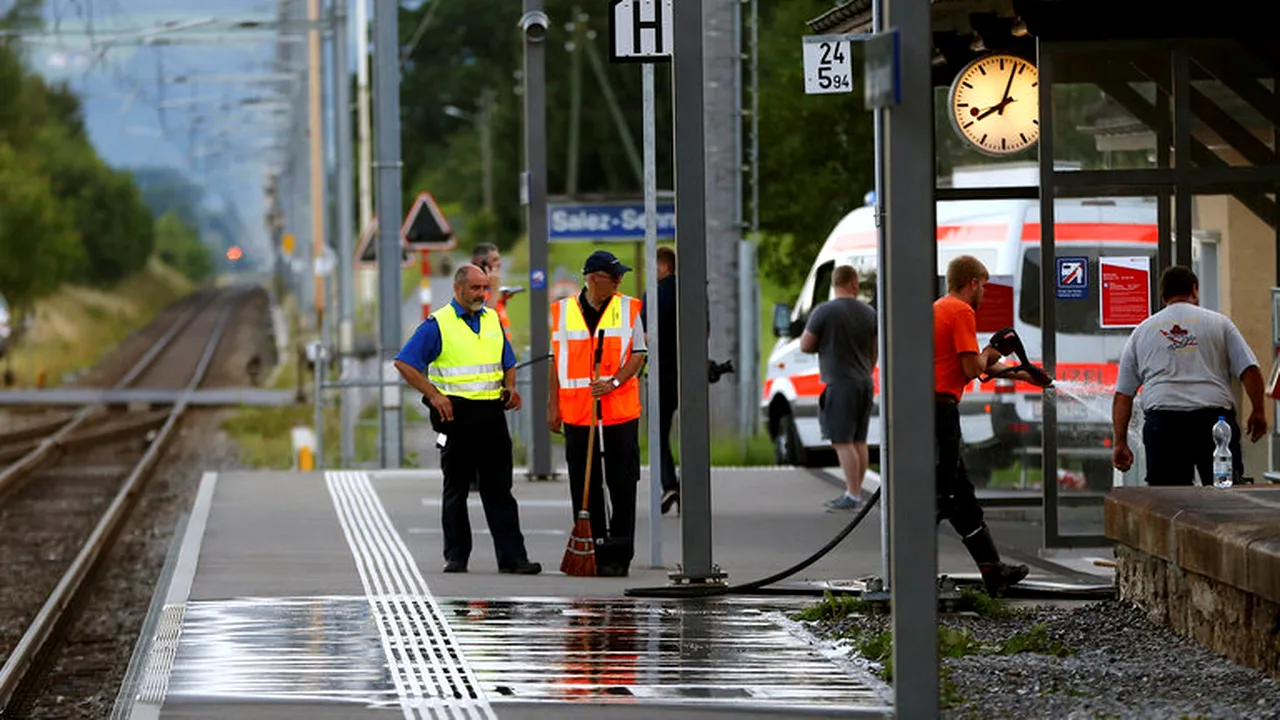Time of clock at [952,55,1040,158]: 8:03
